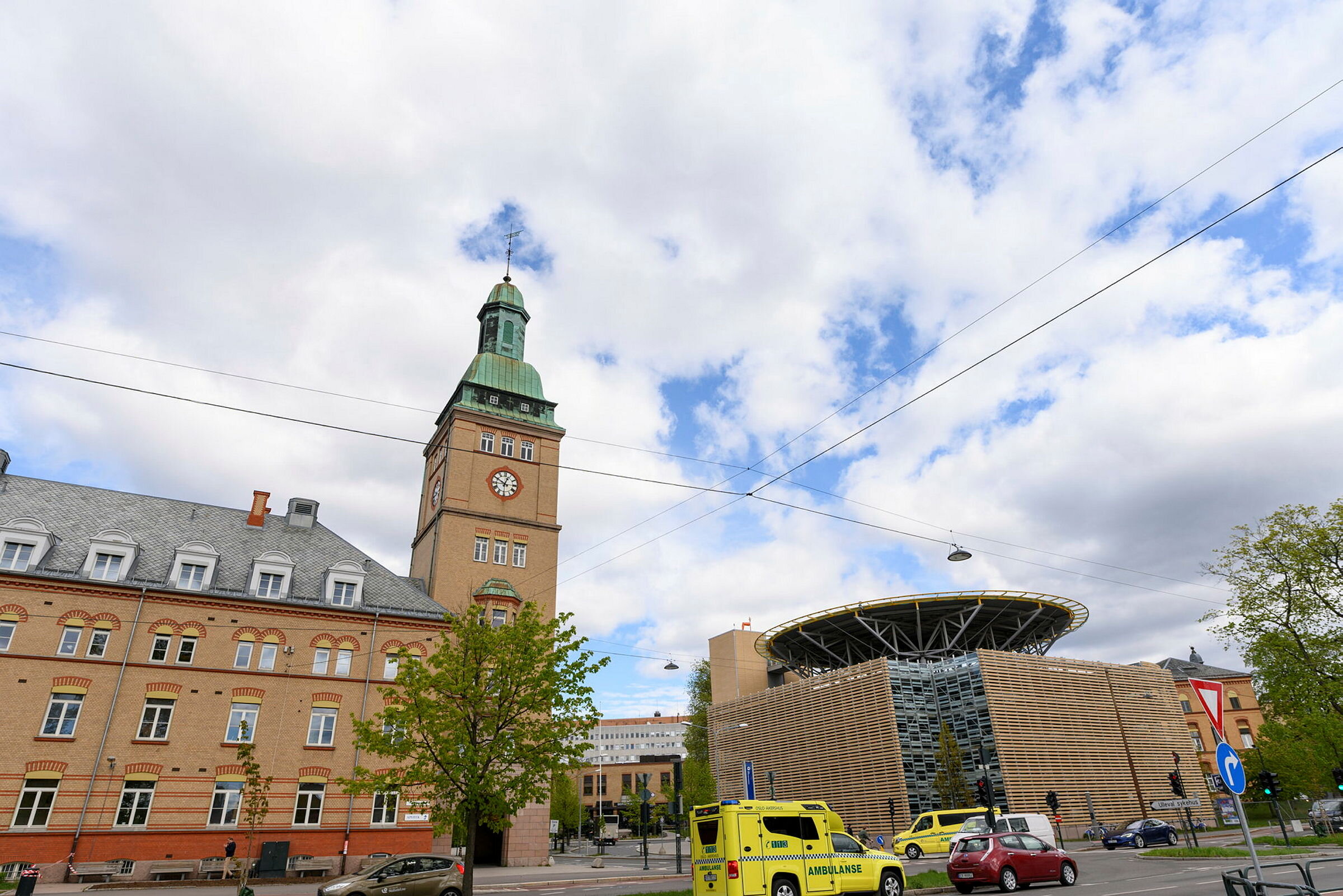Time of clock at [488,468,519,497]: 12:49
